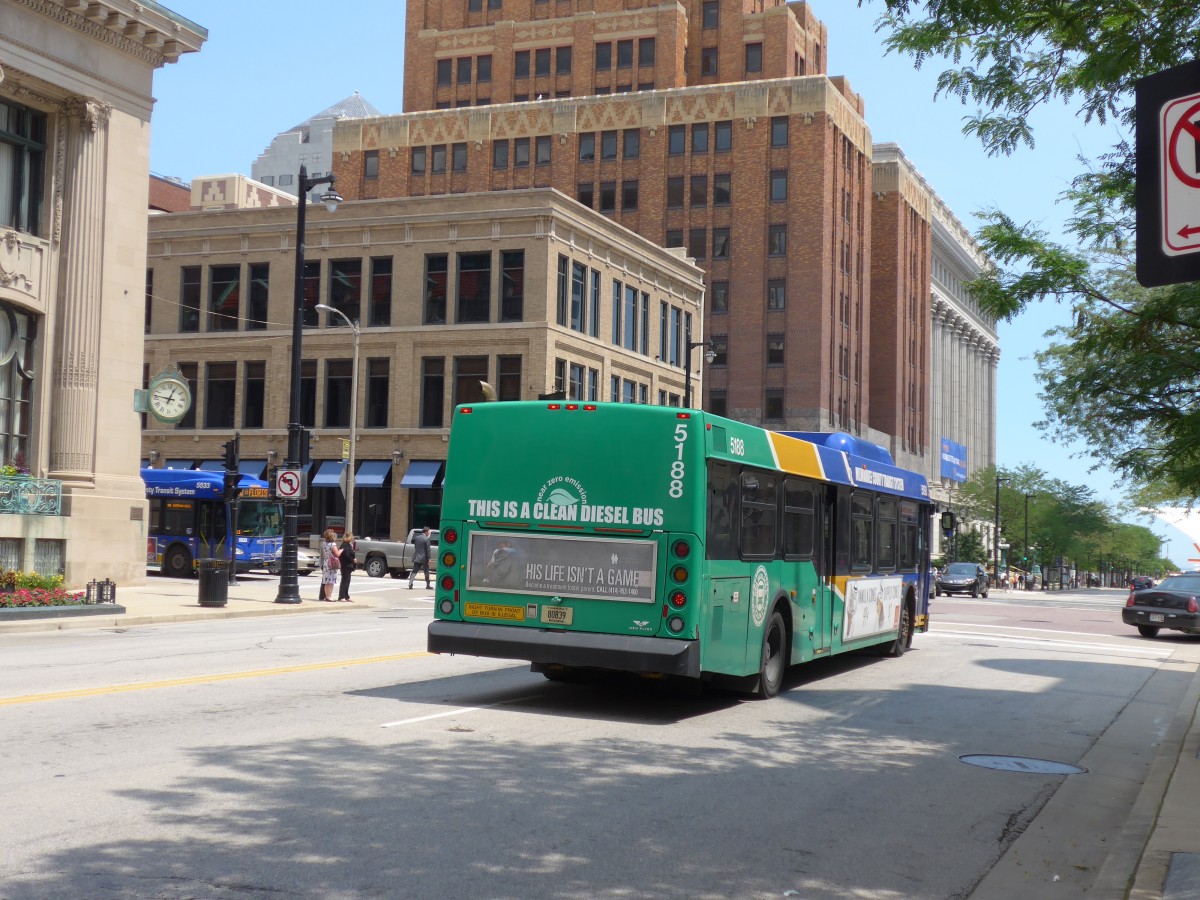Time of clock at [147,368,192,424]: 12:46
